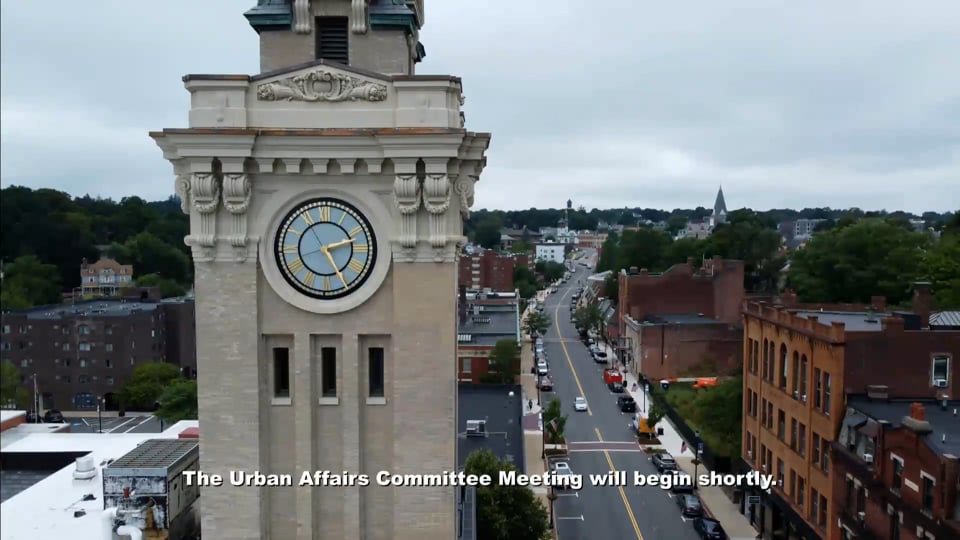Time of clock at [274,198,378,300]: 2:25
